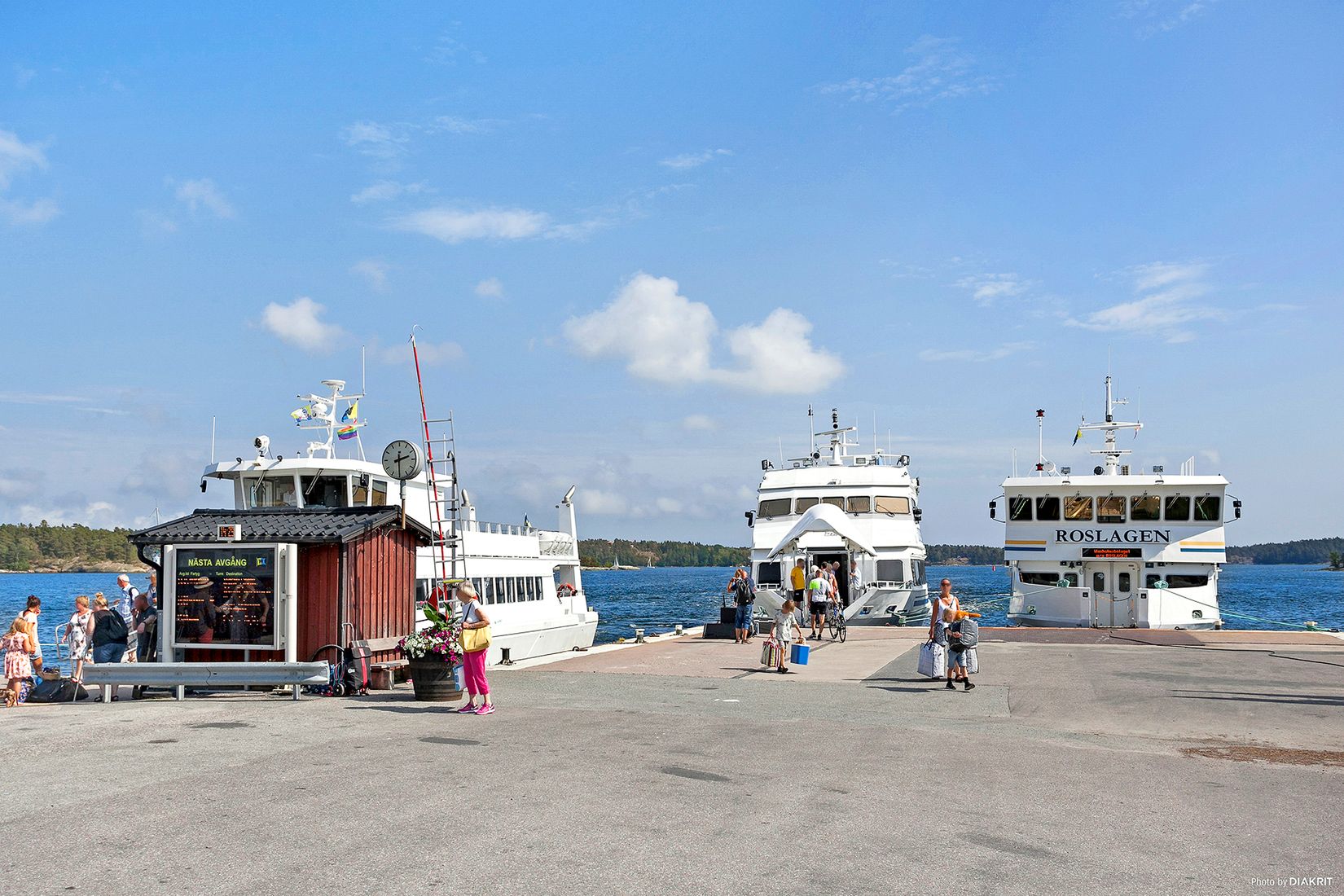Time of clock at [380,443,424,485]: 2:29
